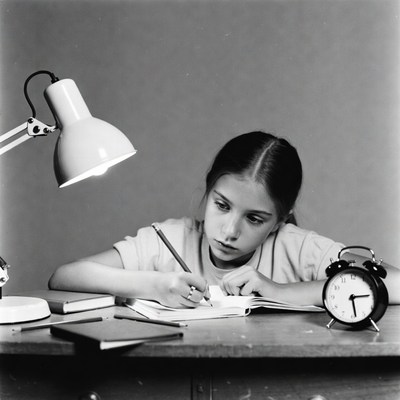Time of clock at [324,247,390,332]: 2:28
